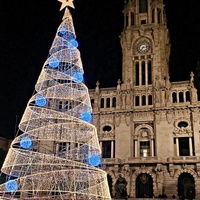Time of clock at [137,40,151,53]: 7:15
